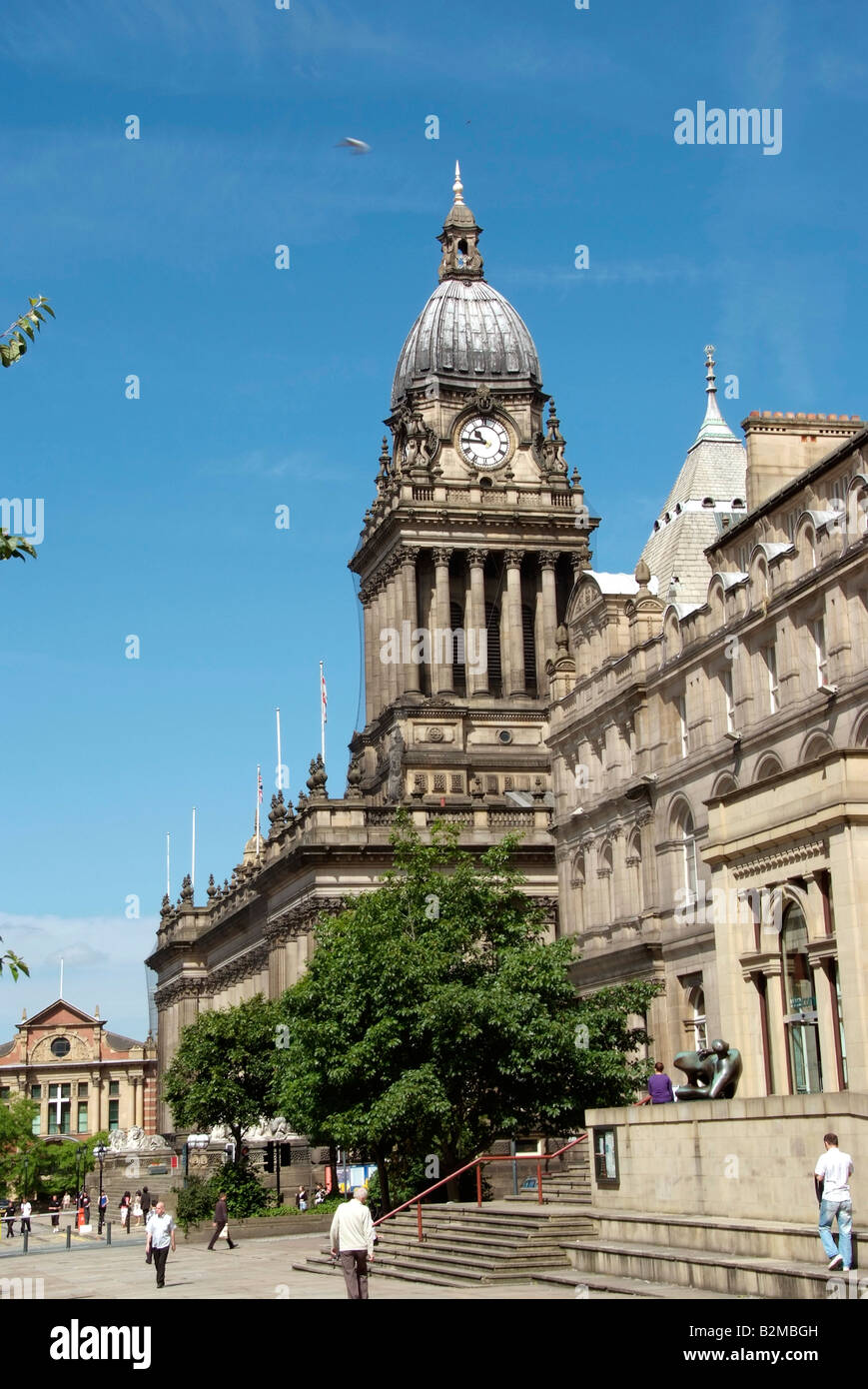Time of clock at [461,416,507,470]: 10:45
